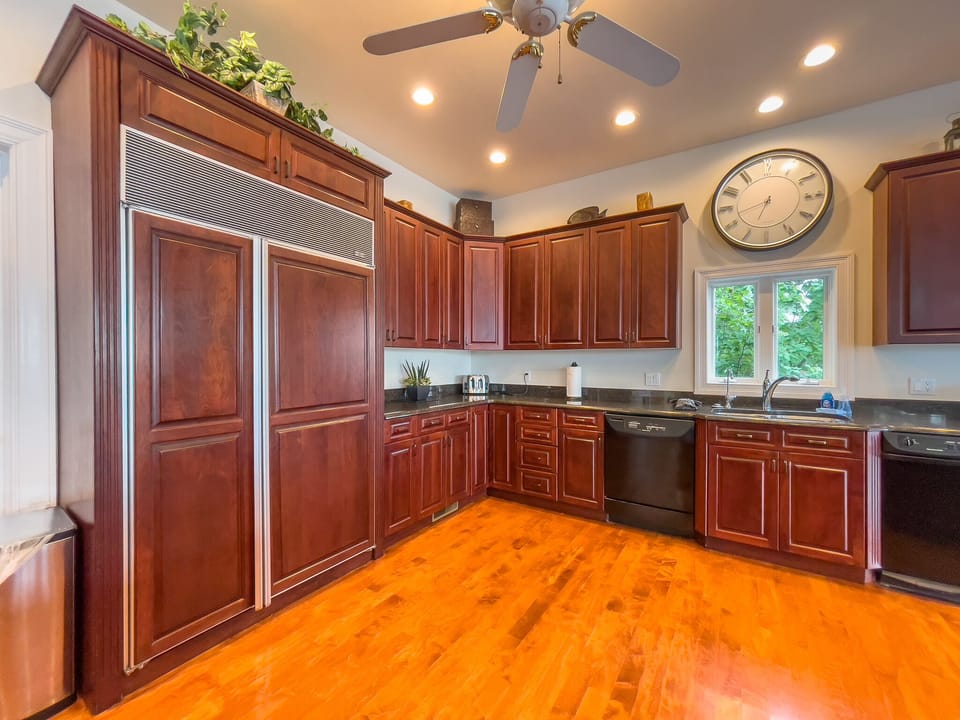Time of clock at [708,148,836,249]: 6:43
